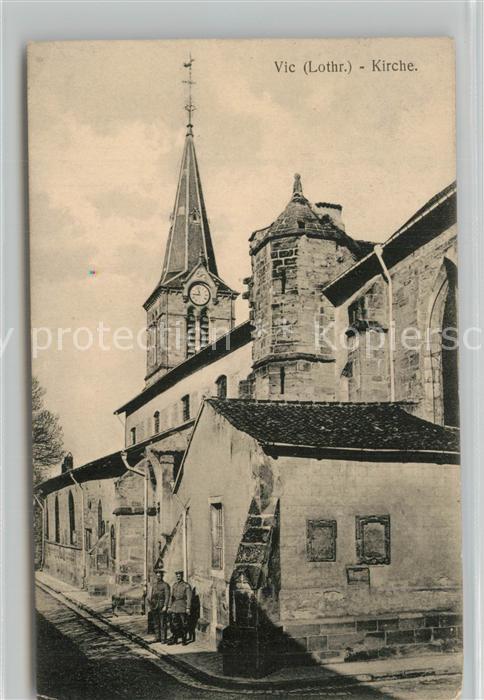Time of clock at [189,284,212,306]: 8:57
